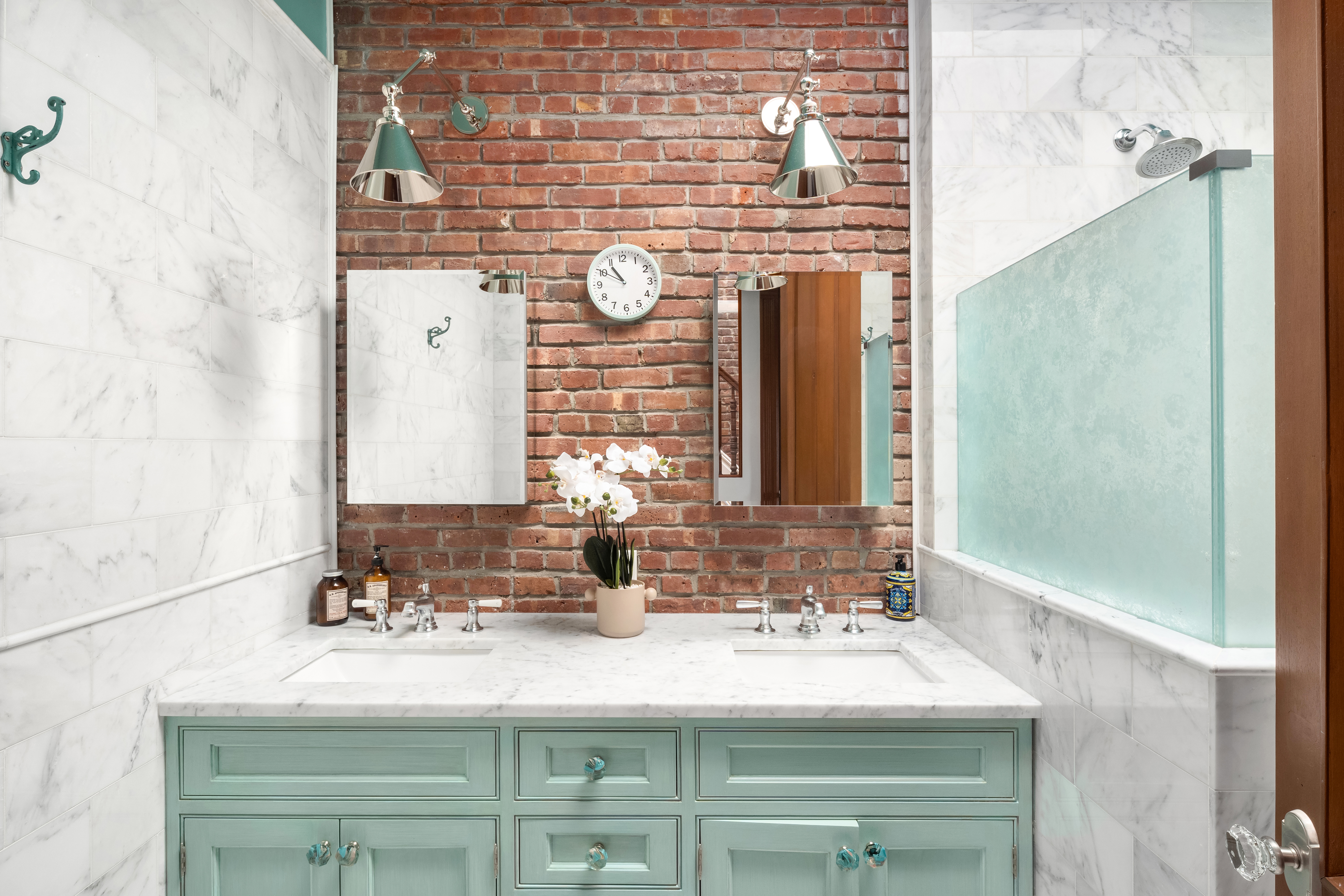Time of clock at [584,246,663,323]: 10:50
